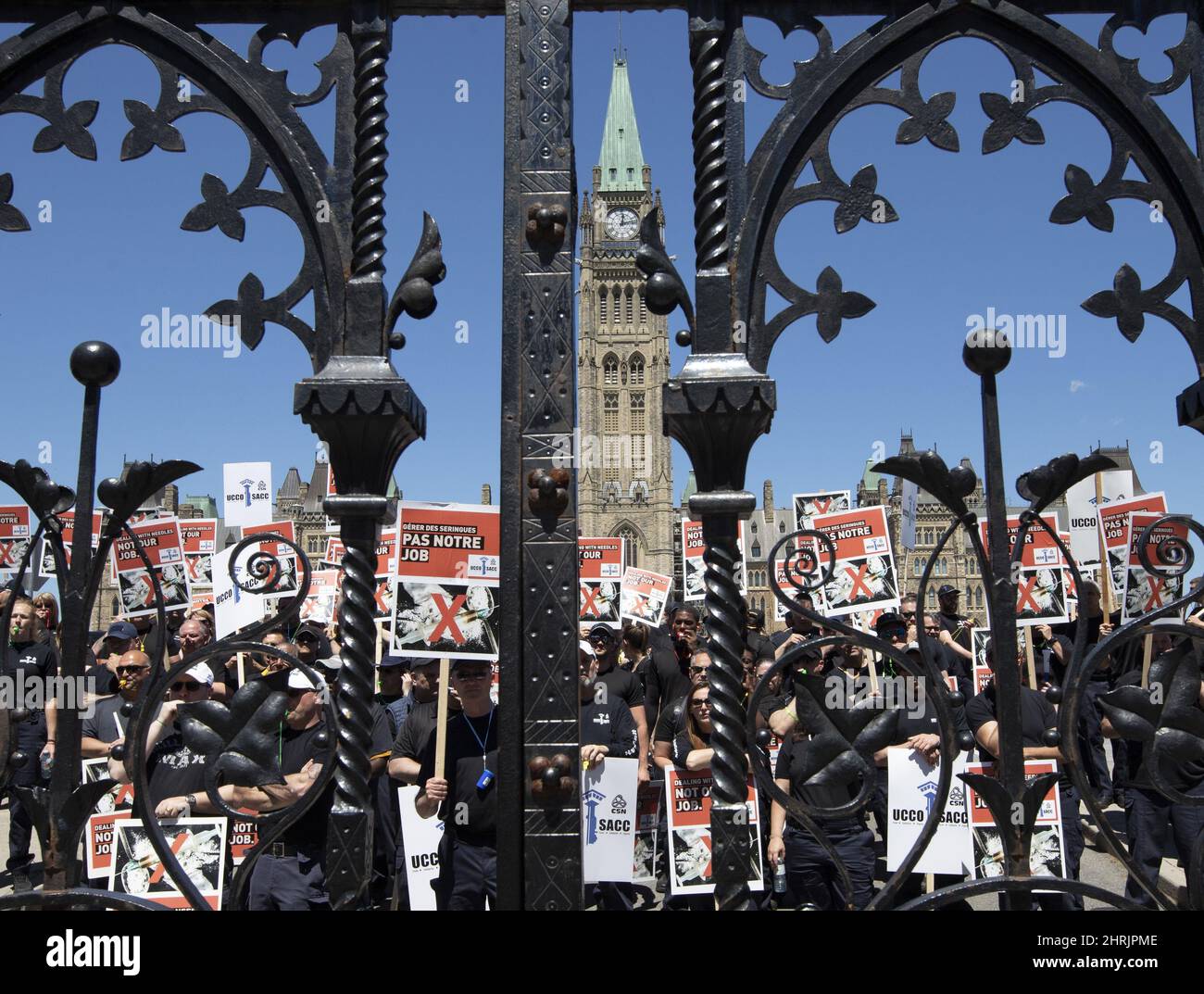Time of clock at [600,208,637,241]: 12:12
